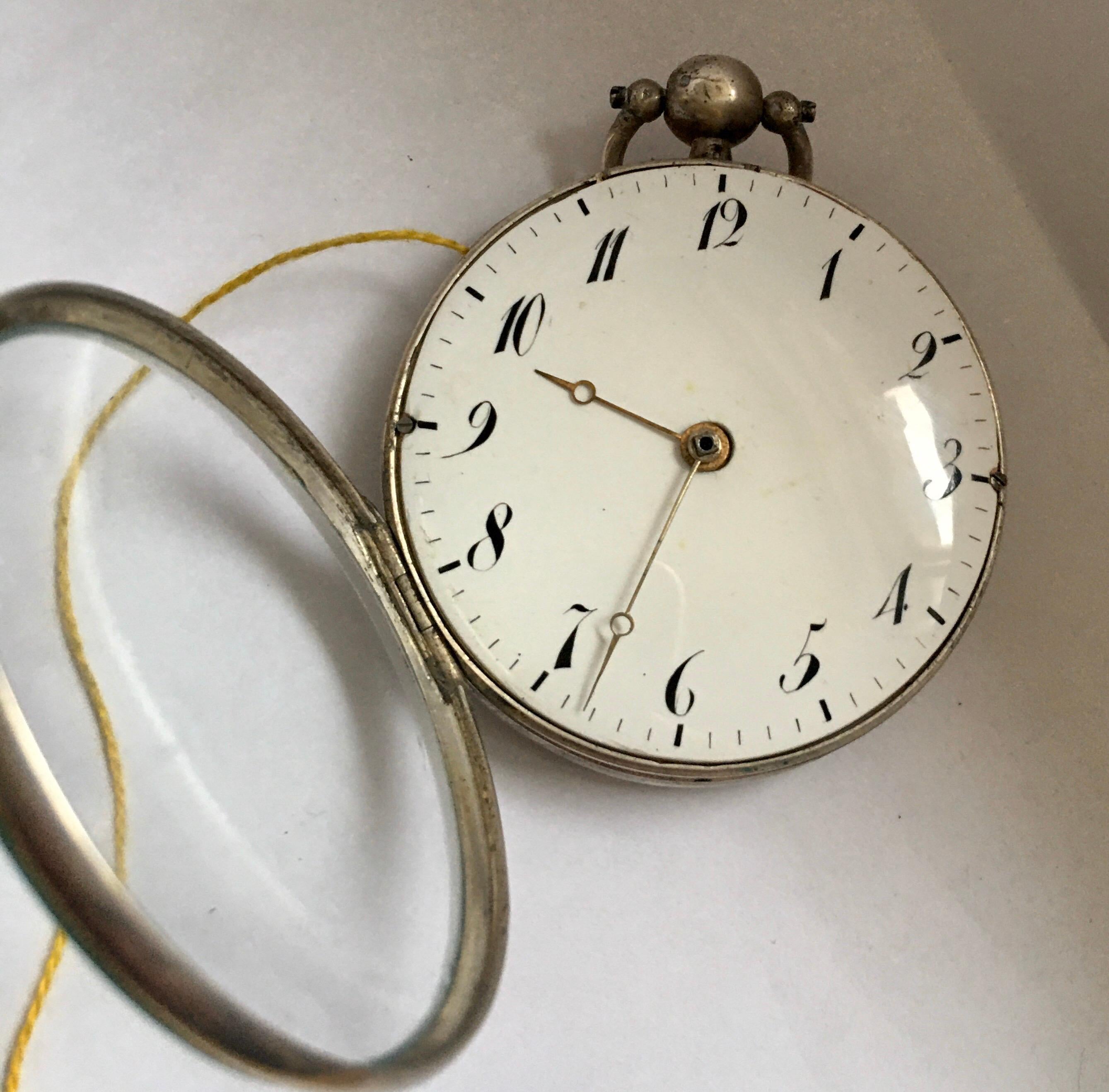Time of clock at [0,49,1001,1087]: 9:33
